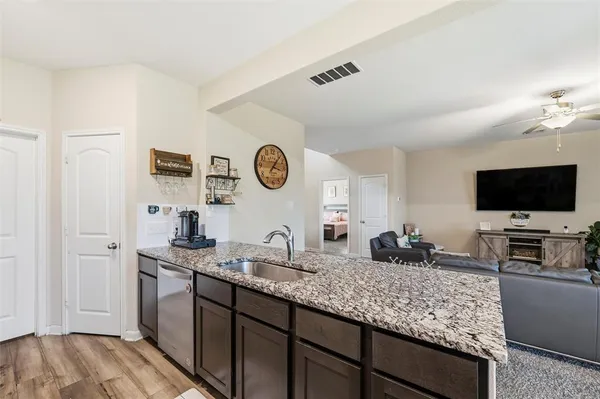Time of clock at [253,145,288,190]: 3:06
